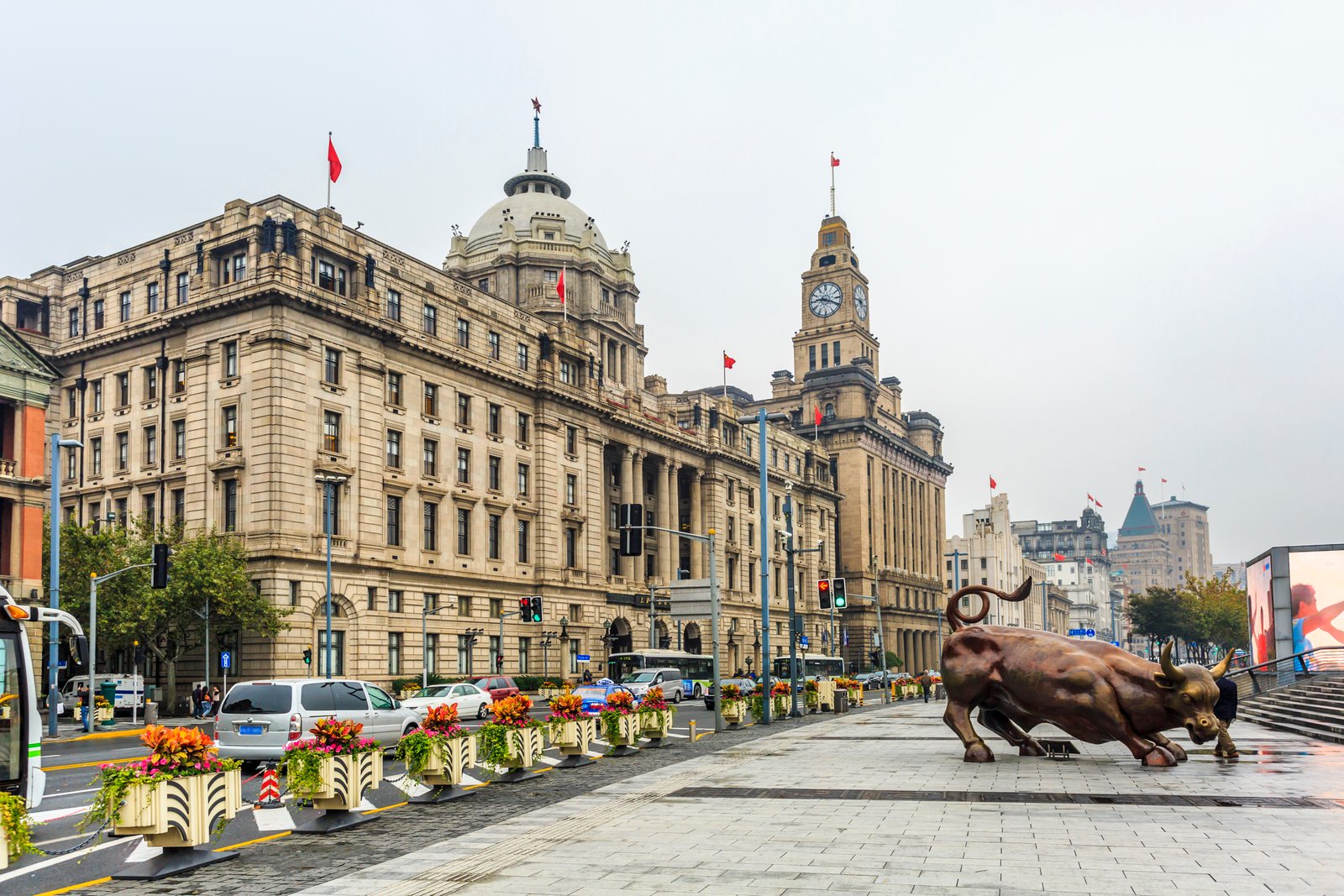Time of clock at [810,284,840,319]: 9:18
